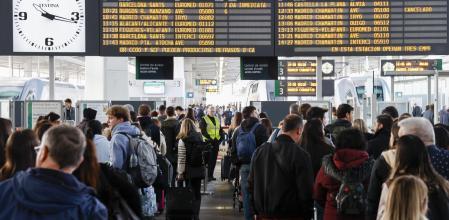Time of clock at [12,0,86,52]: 3:16
